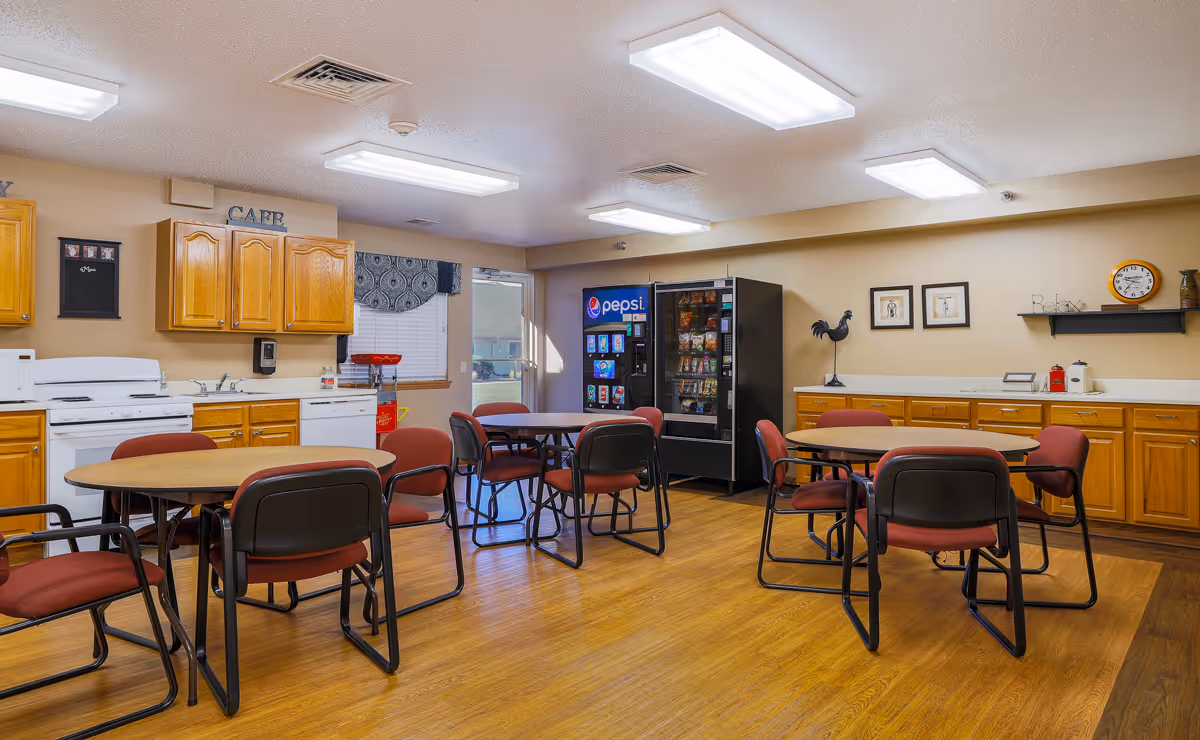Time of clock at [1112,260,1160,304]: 9:36
